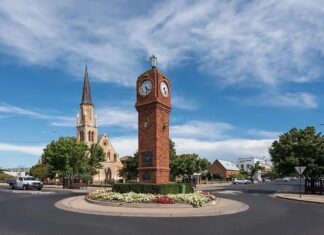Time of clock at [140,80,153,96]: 4:28
